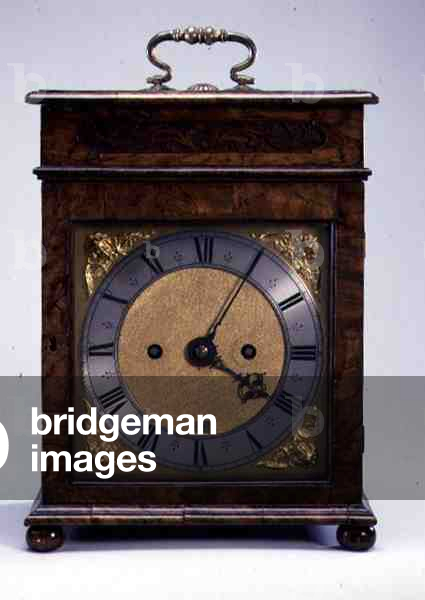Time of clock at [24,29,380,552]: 4:05
